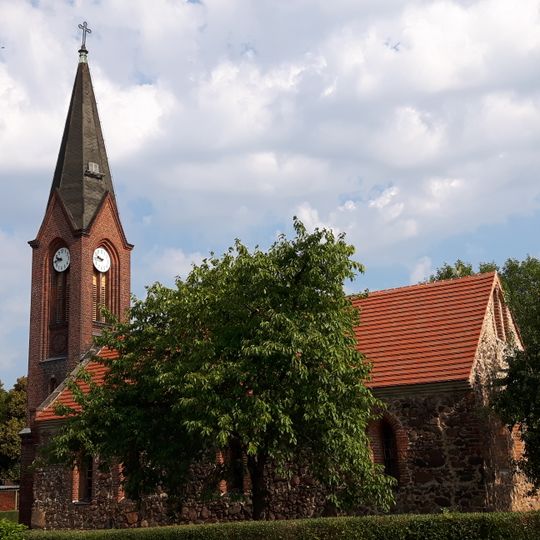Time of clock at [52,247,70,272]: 9:44
